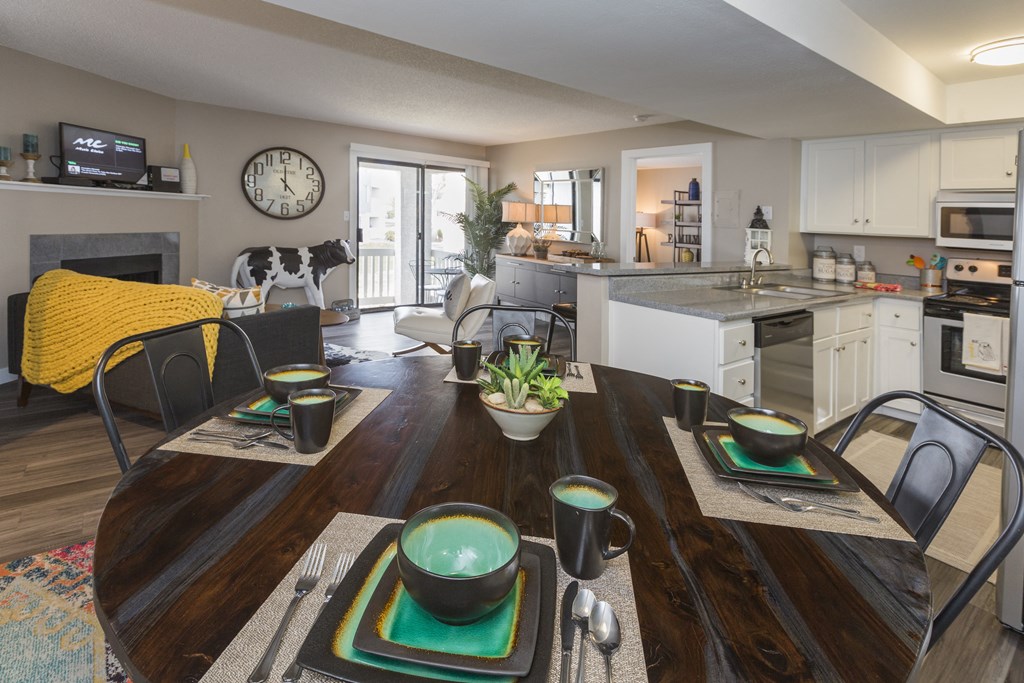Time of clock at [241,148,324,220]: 5:00
